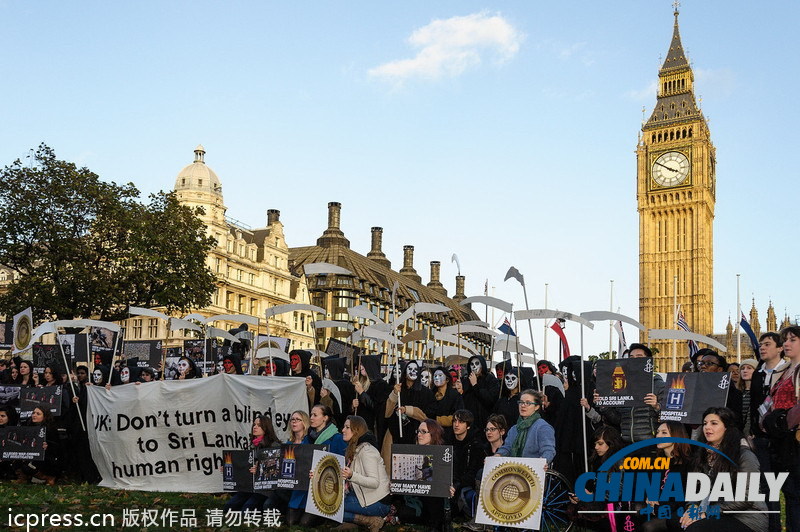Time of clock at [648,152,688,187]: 3:50
